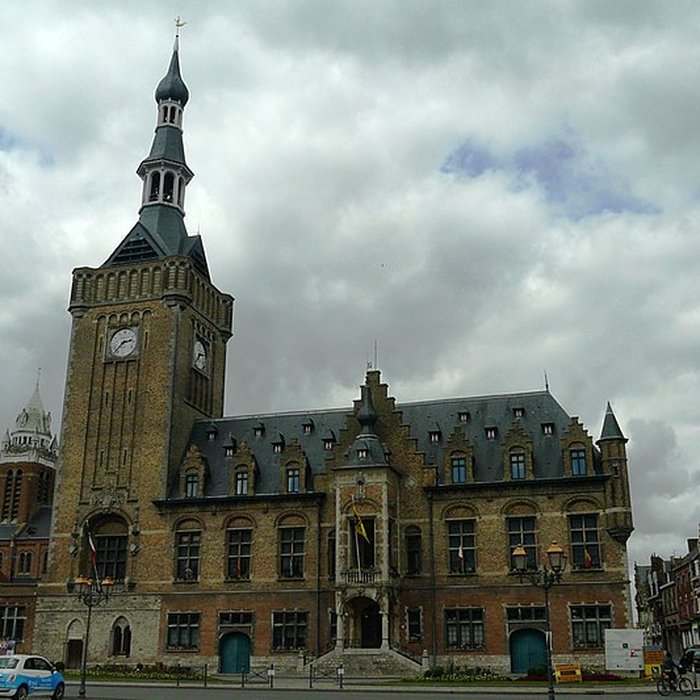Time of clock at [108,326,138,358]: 2:38
